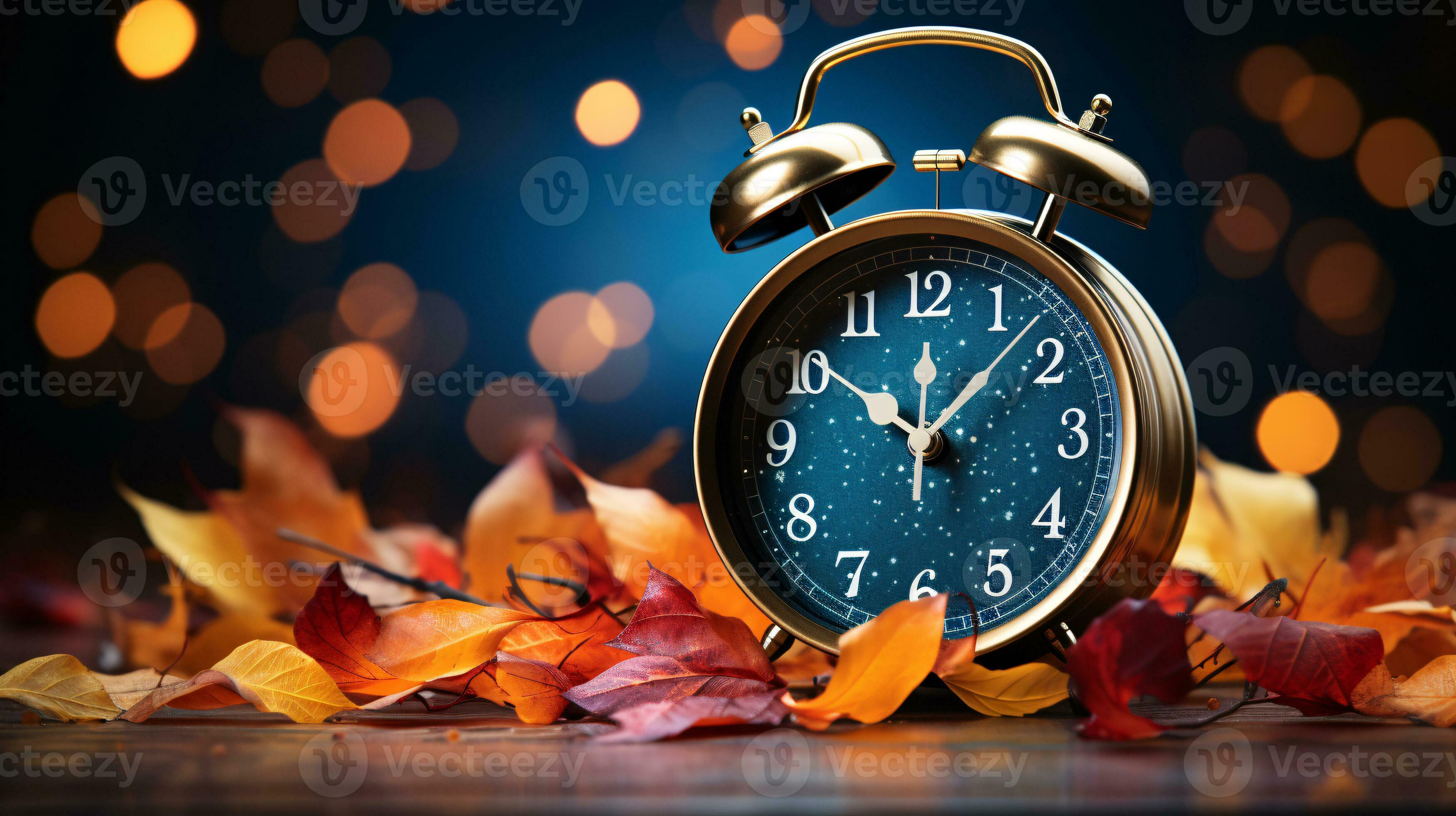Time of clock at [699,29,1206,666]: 10:07
